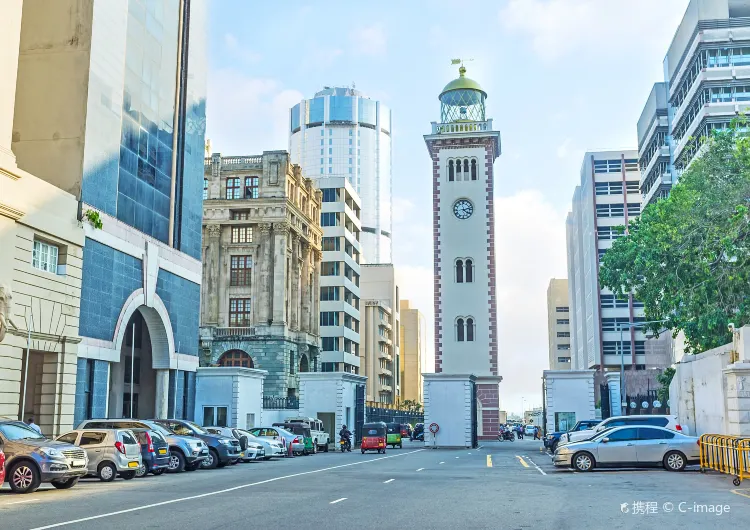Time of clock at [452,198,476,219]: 4:12
